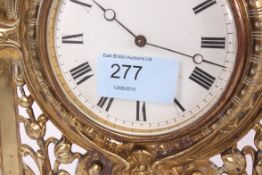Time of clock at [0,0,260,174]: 10:17
